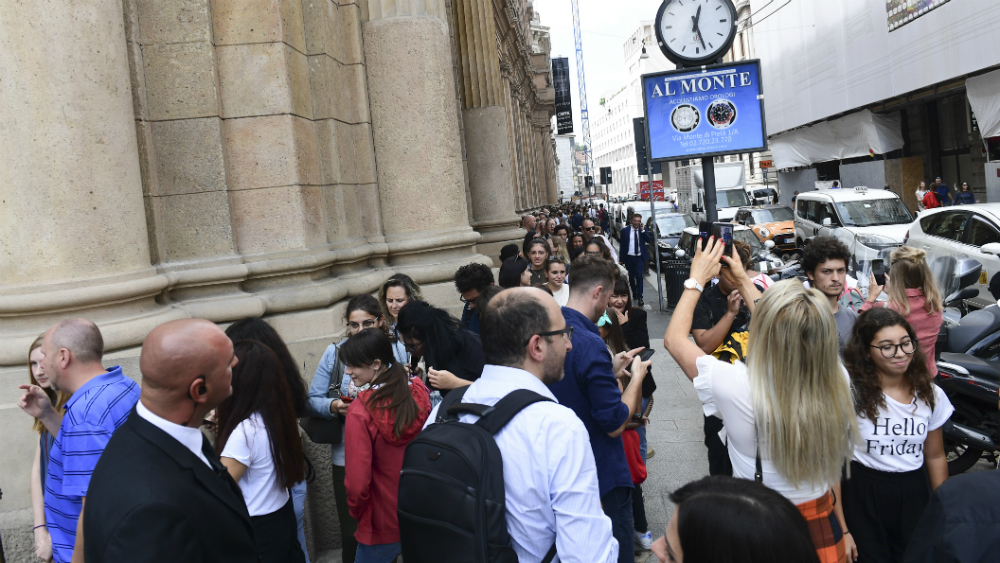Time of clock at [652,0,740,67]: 12:27
